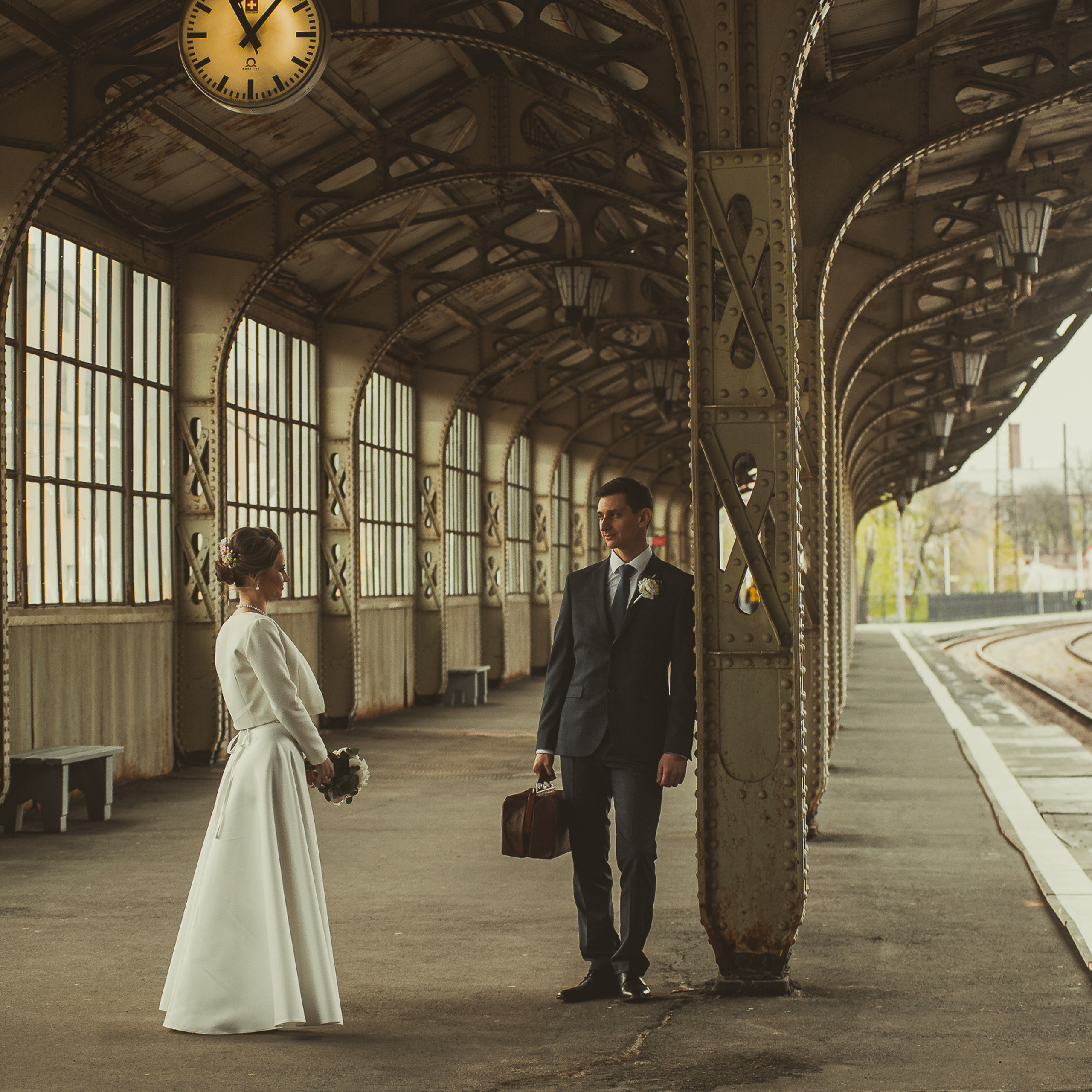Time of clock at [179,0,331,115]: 11:06
